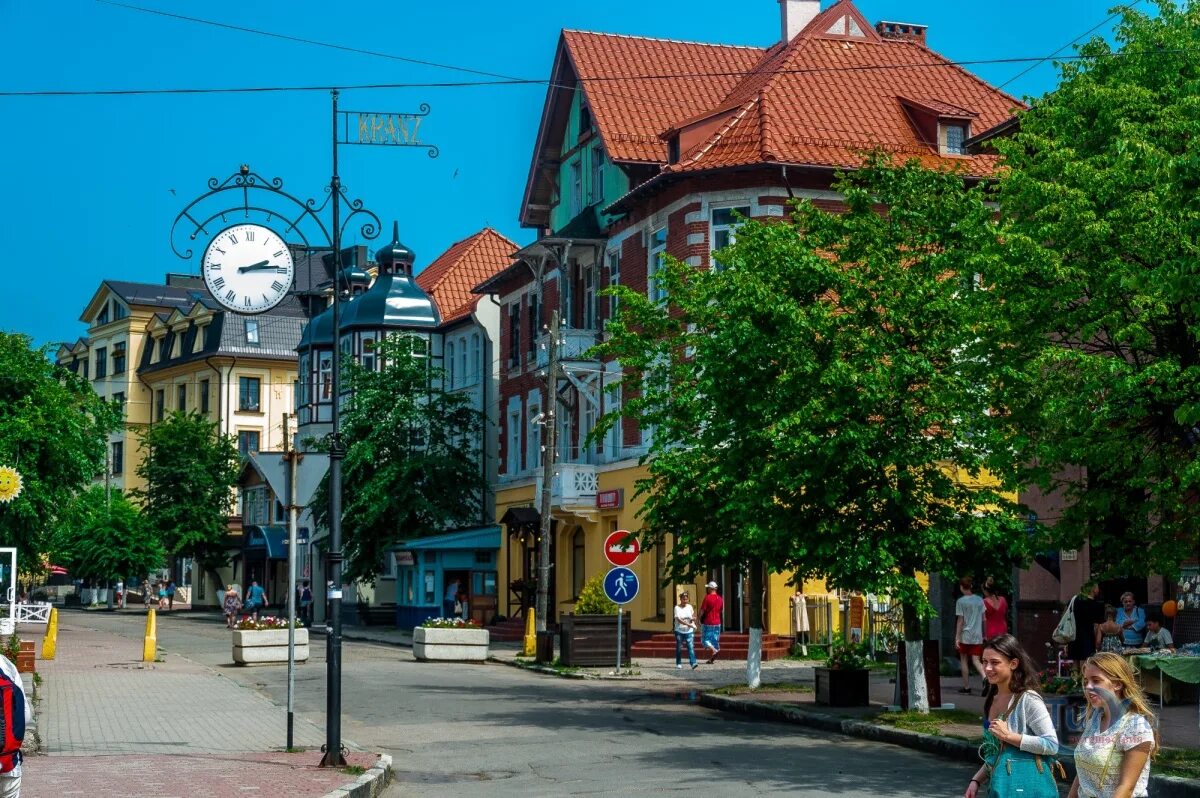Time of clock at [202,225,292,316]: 2:14
